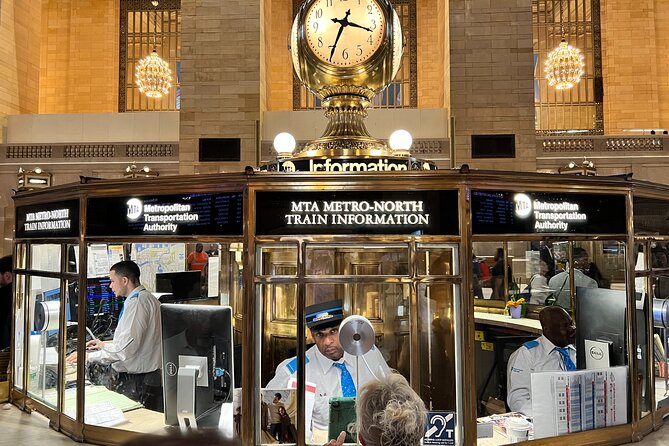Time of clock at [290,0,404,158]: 3:34
